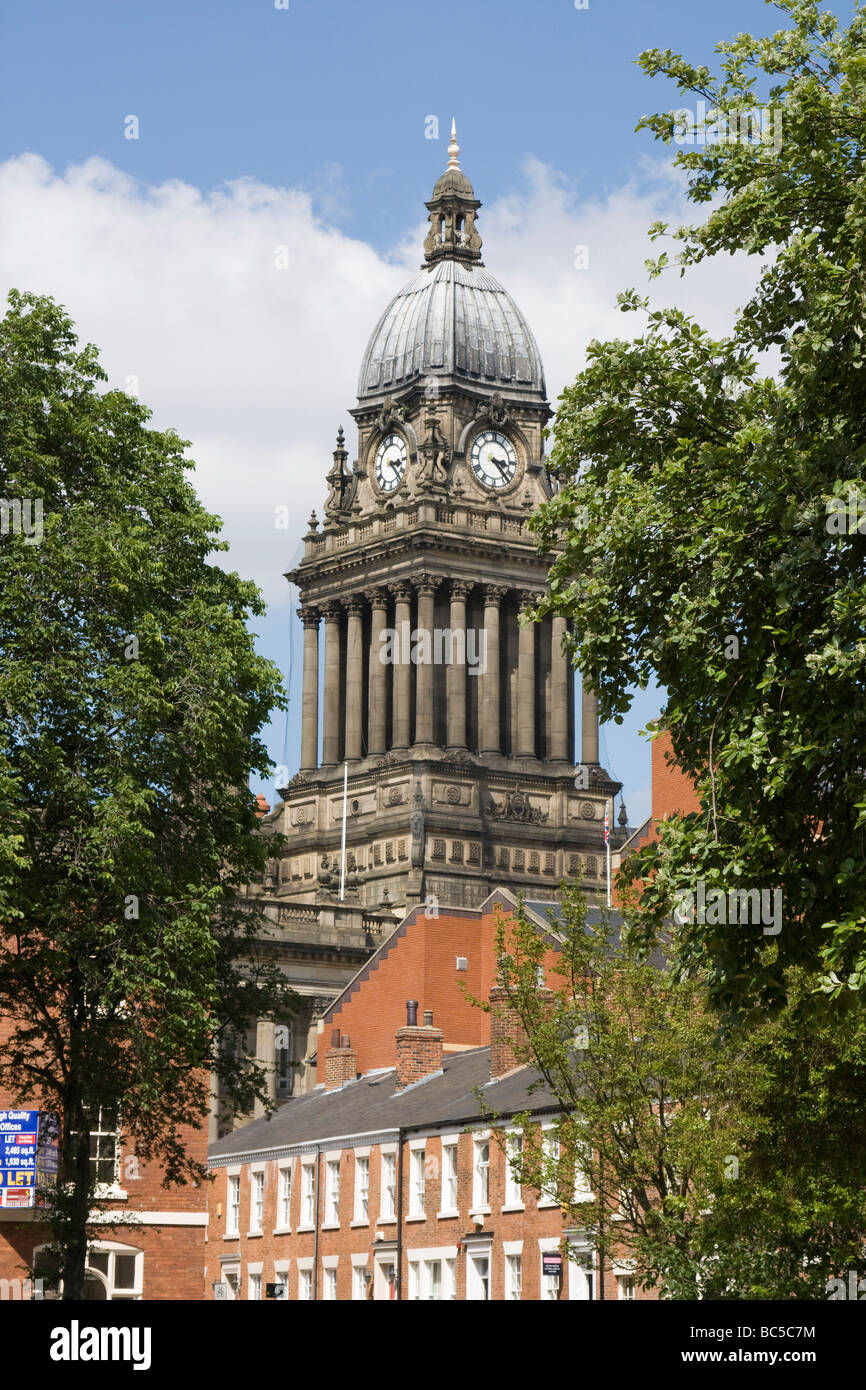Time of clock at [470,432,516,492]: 3:23
